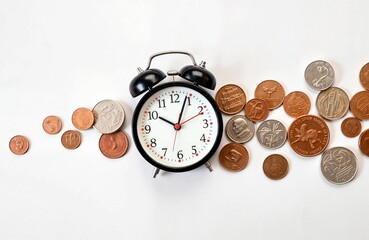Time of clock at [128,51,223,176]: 10:04
